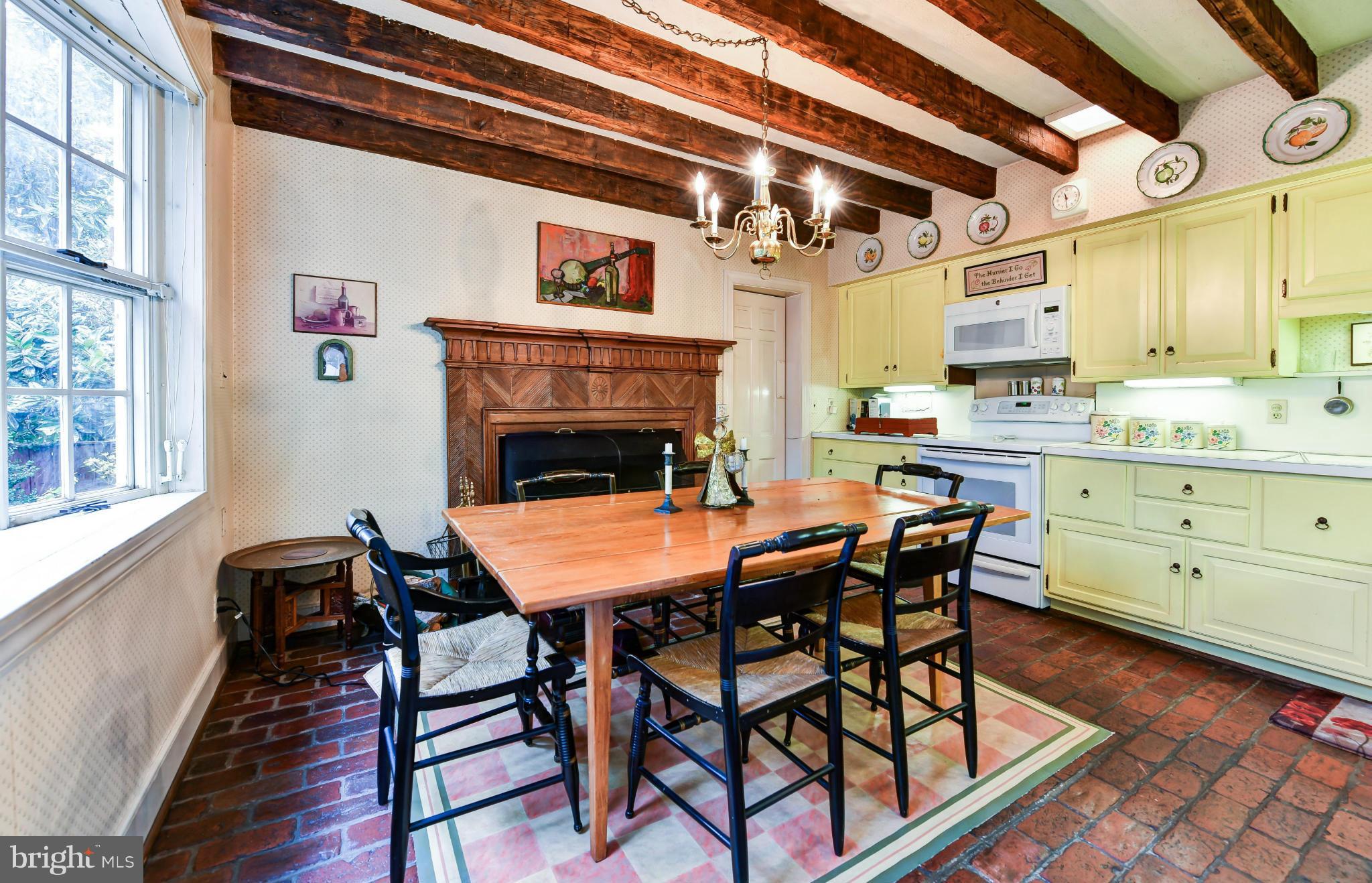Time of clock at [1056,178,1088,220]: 11:30
